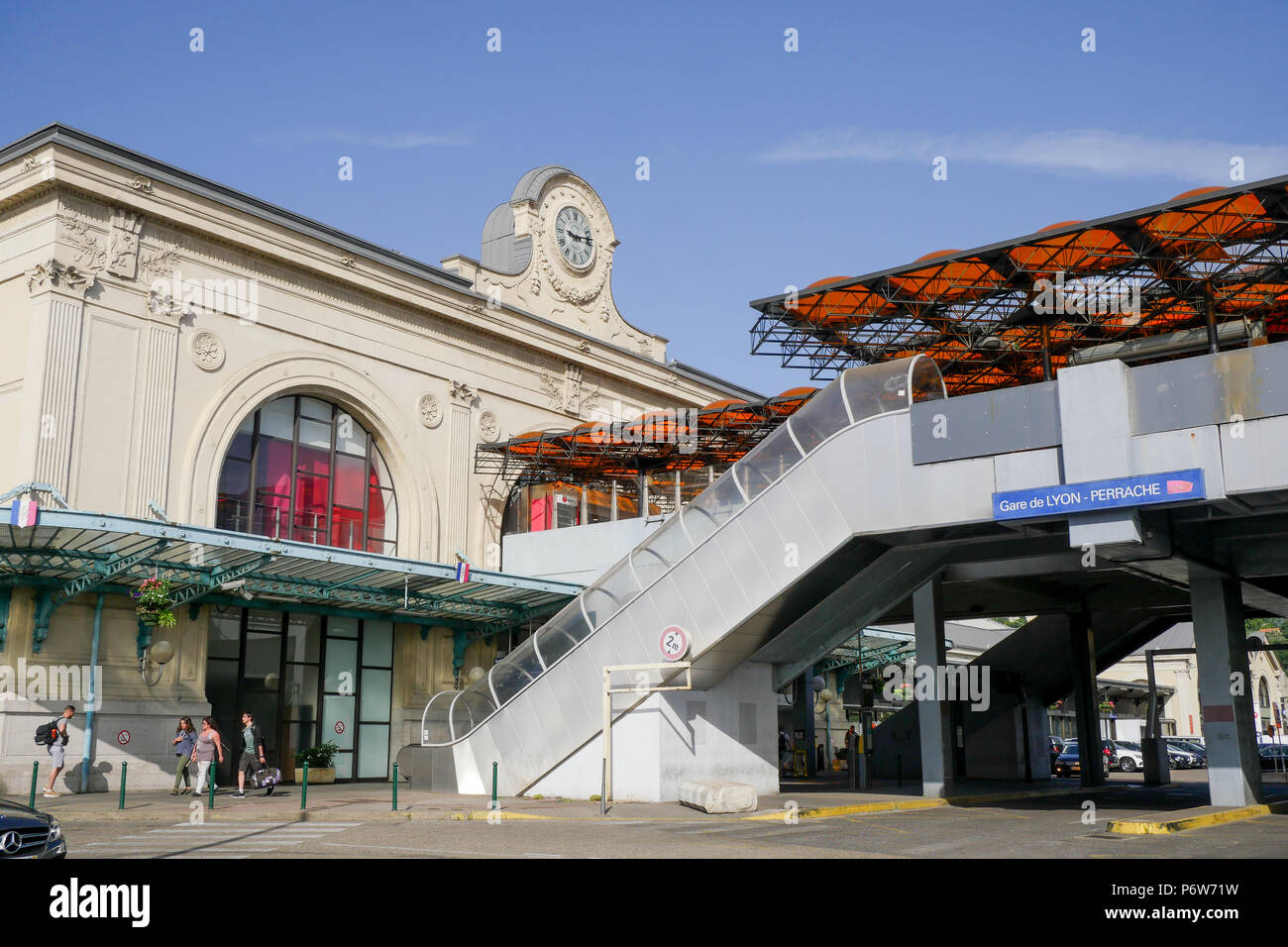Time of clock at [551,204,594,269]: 9:13
